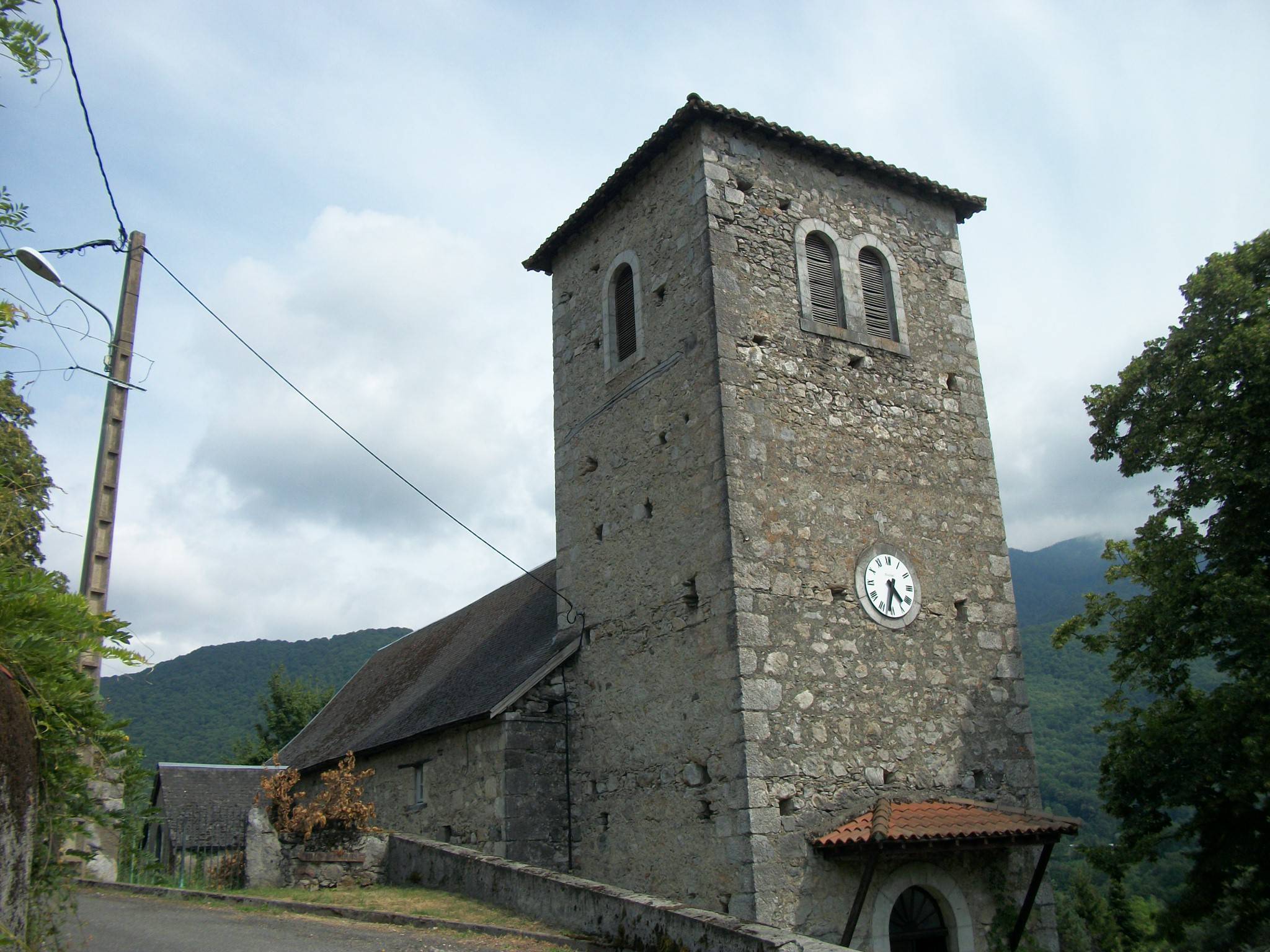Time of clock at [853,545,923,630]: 4:32
